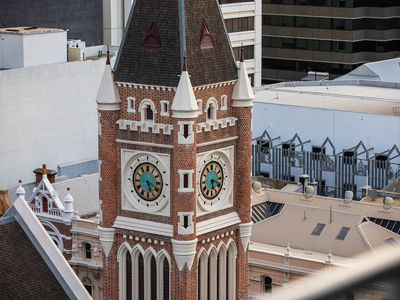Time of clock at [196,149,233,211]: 5:18
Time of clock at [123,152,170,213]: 5:18
